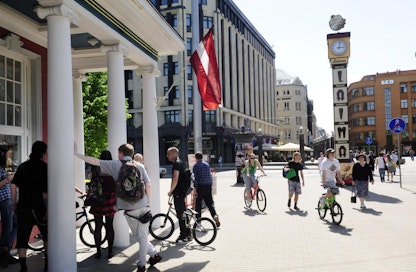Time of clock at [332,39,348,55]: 3:02
